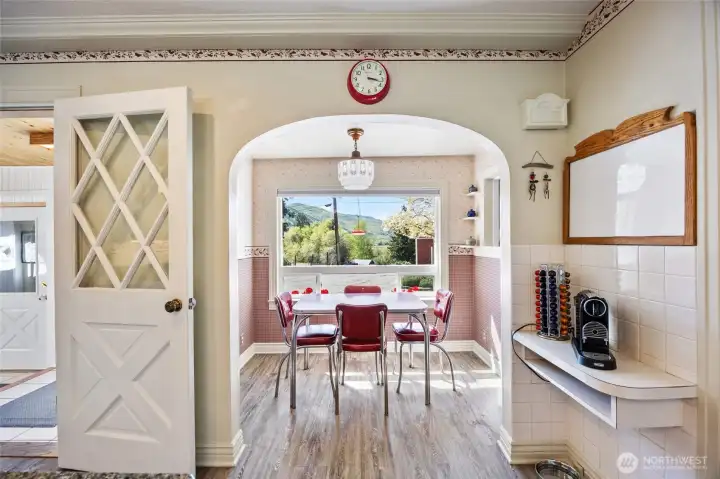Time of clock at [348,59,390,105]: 3:17
